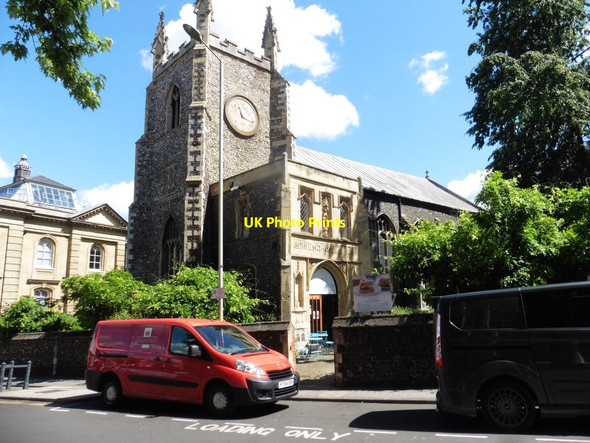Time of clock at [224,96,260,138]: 11:17
